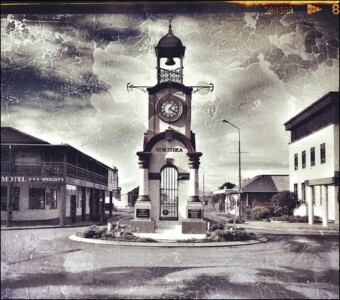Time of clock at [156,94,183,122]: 4:06
